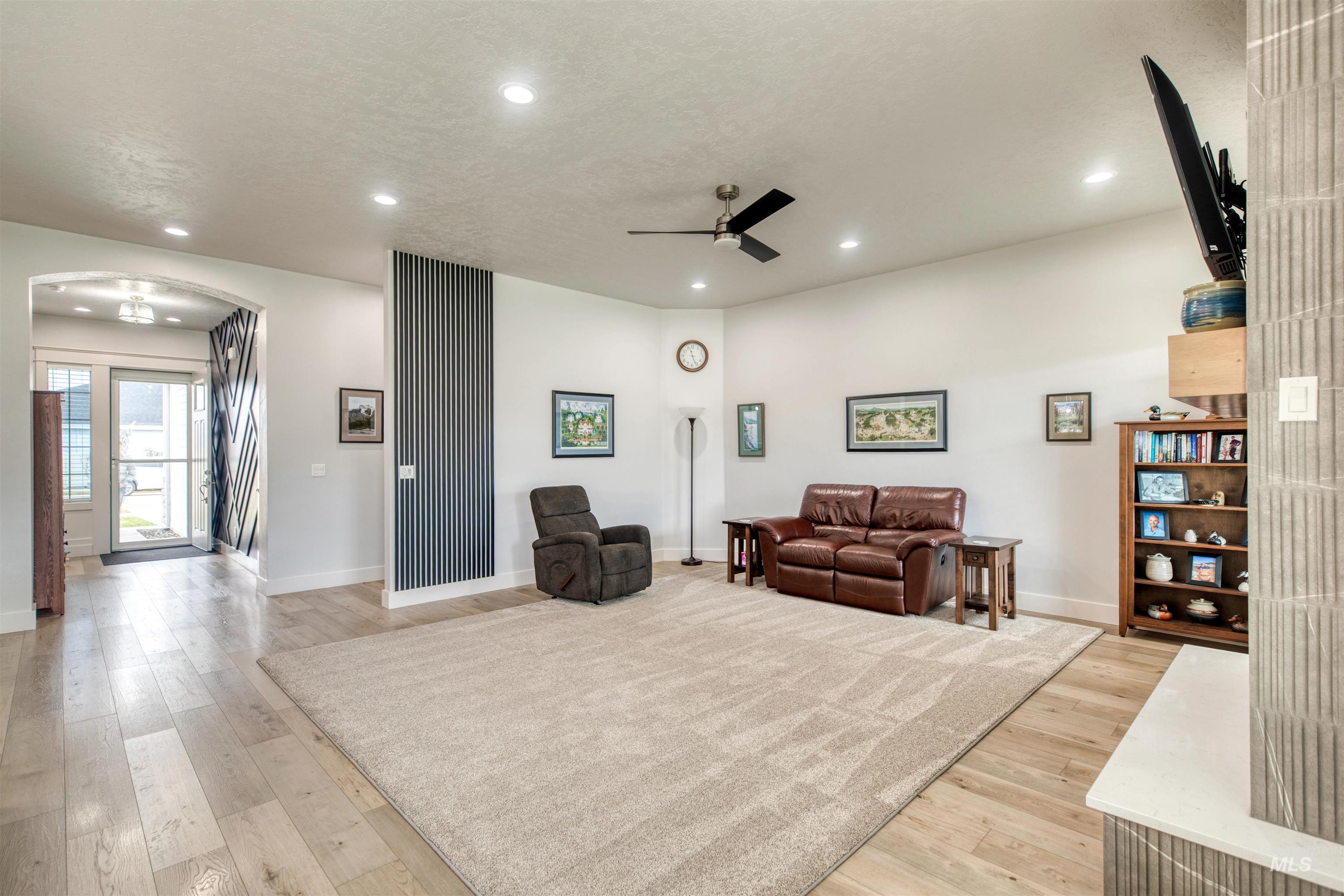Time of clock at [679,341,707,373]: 11:25
